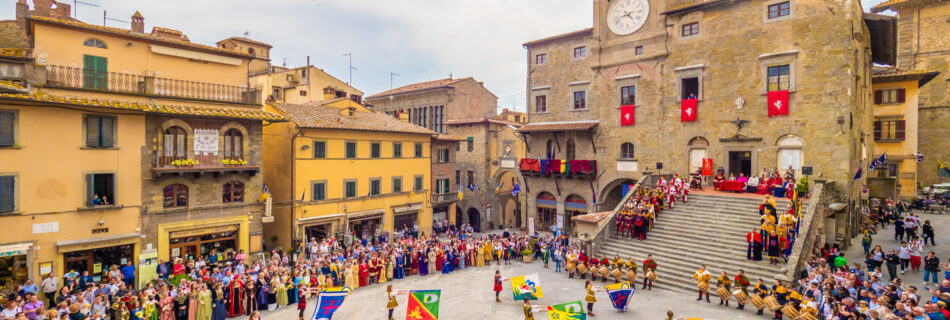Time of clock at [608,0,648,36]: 4:42
